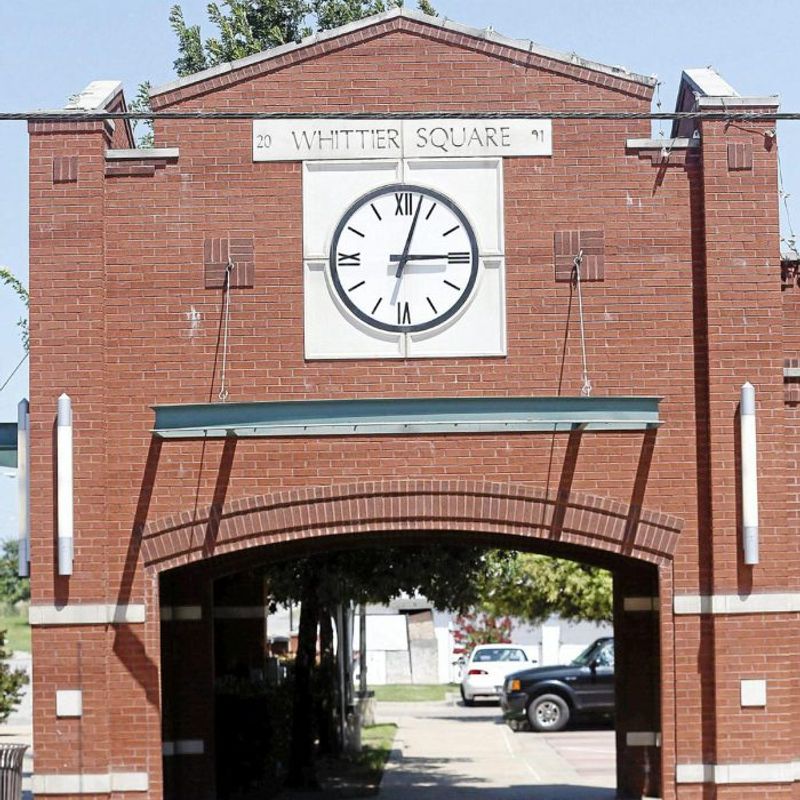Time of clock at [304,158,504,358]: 3:02
